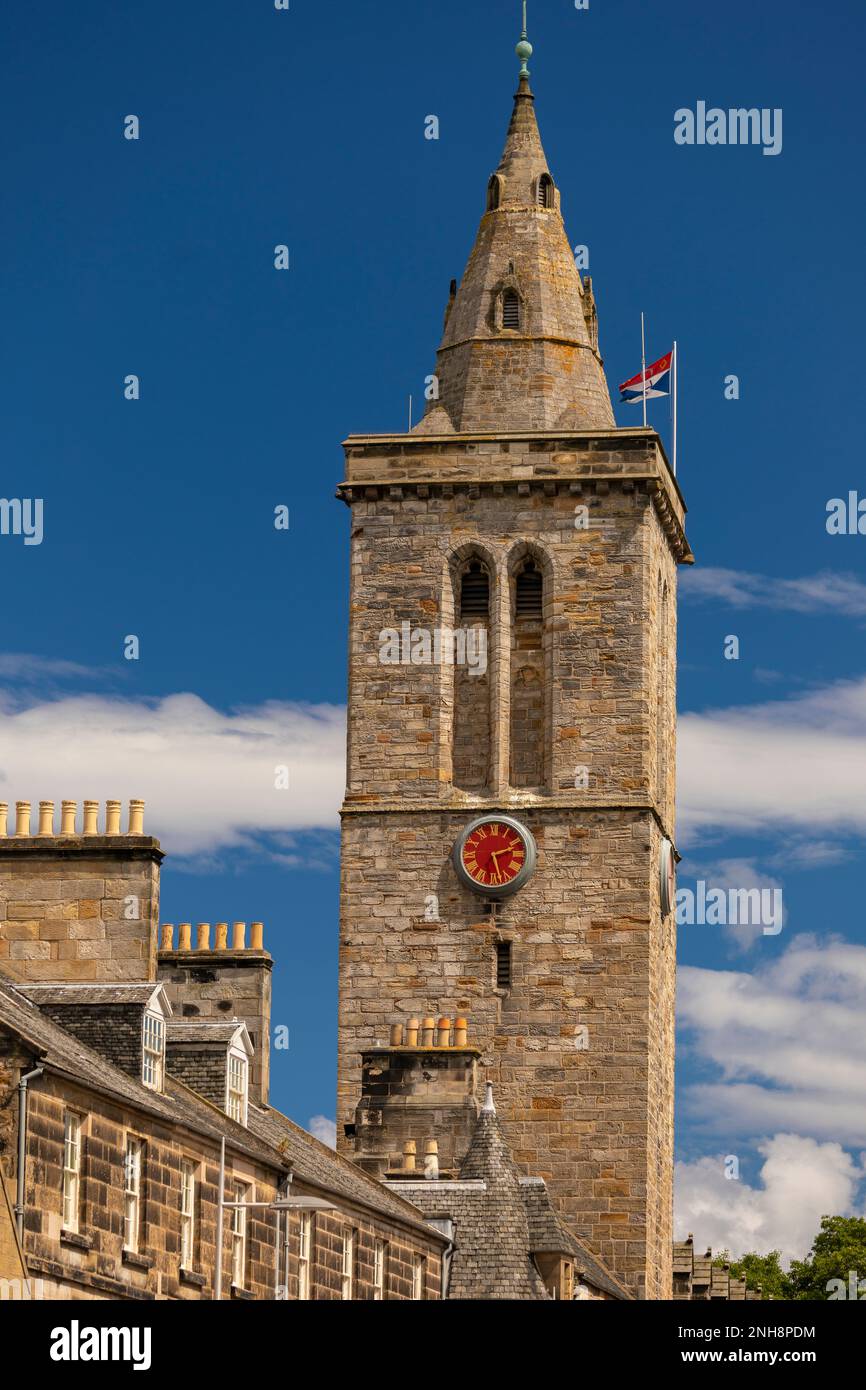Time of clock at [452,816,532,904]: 2:27
